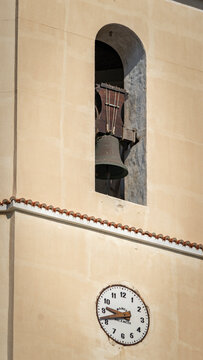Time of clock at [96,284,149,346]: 9:42
